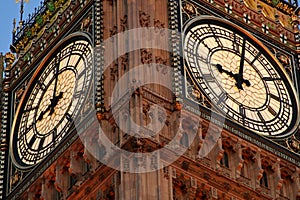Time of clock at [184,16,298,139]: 9:01
